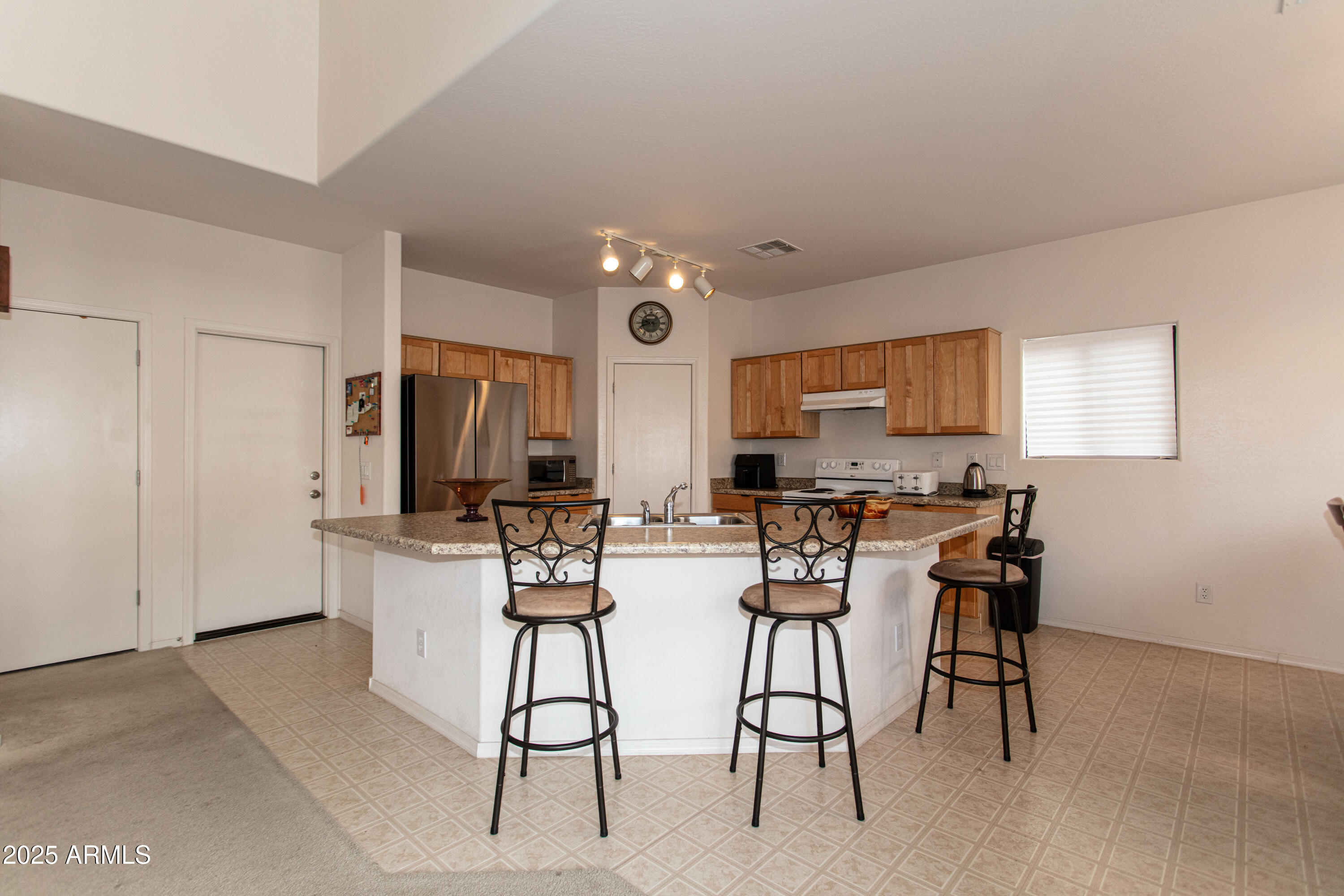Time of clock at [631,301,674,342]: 9:42
